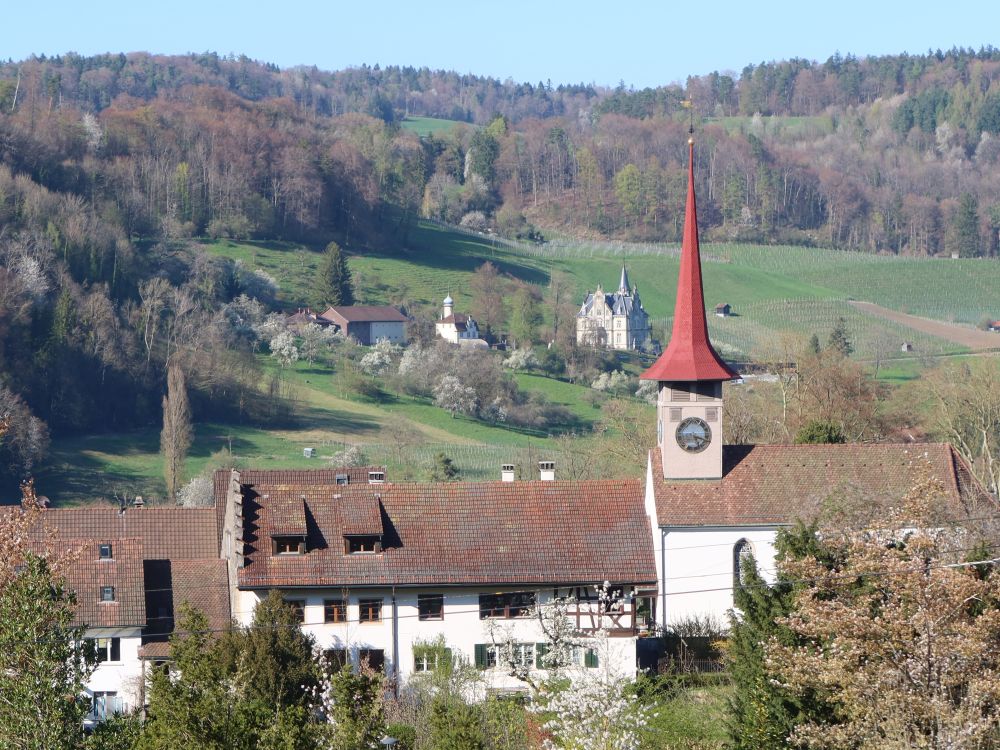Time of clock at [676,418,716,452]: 5:18
